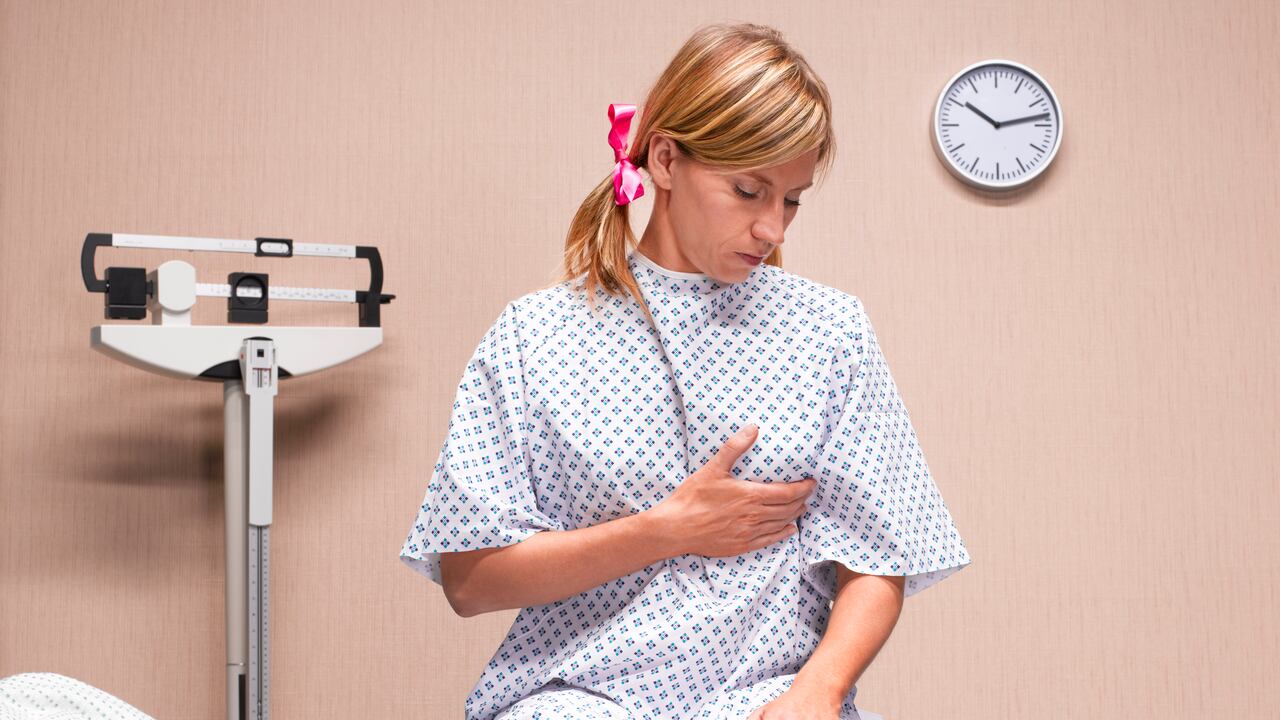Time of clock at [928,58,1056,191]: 10:13
